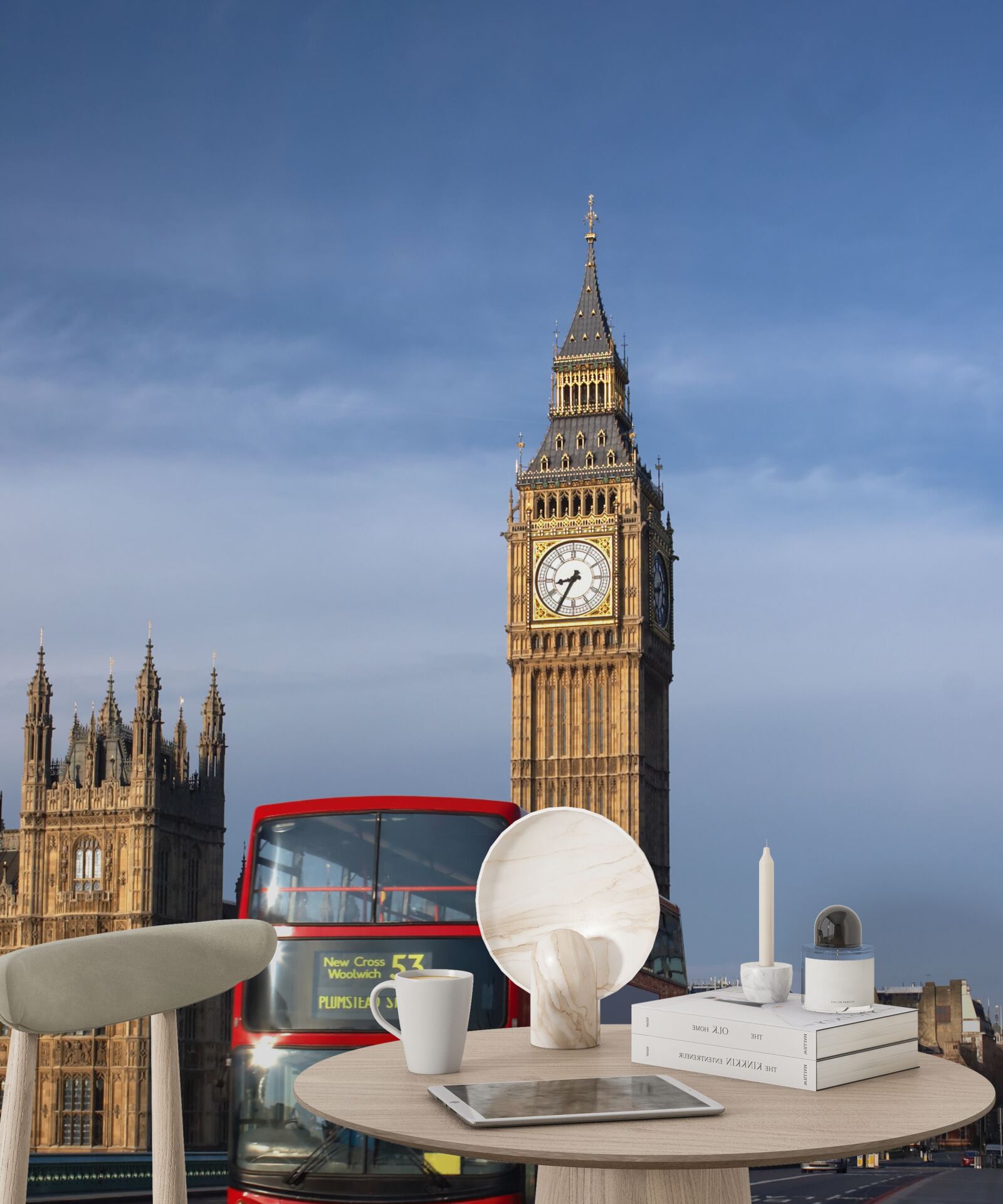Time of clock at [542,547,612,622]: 8:34
